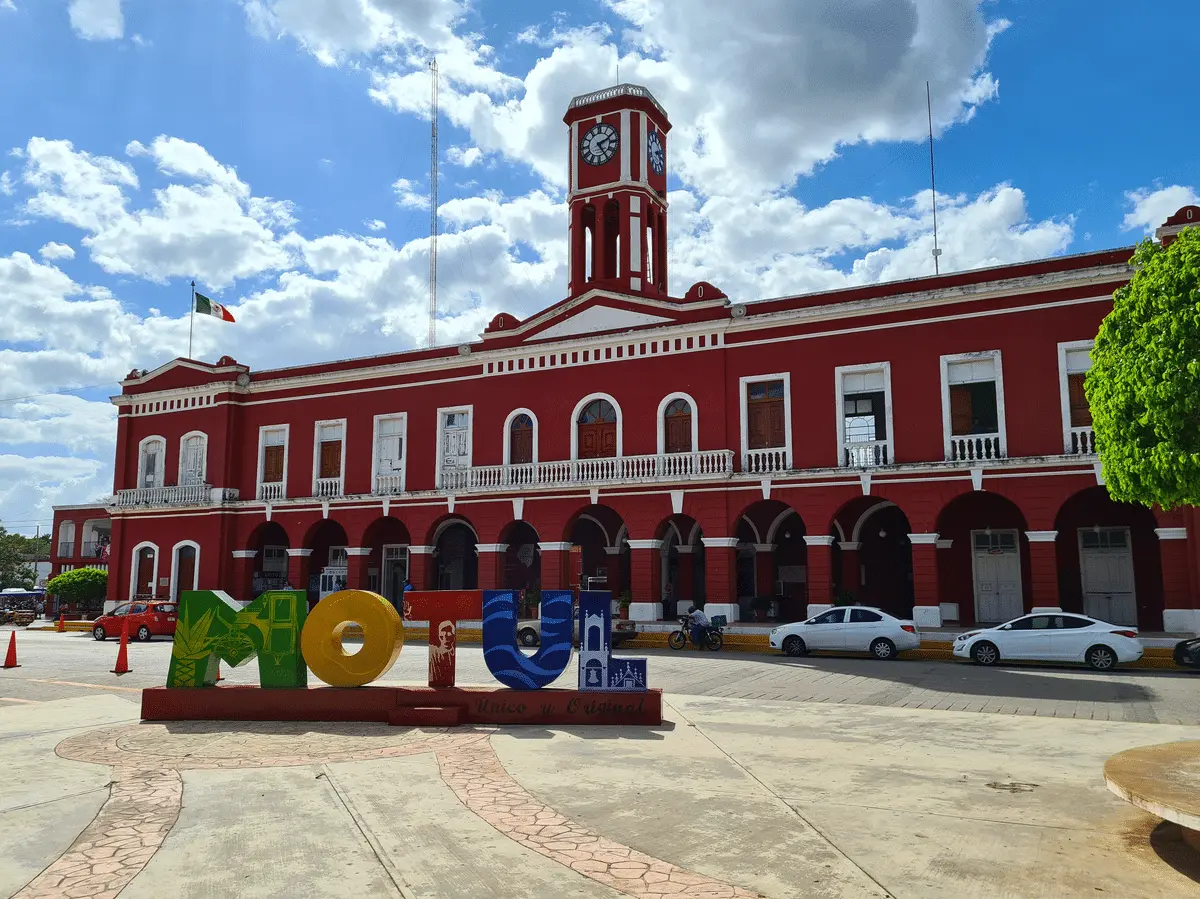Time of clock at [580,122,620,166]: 2:24
